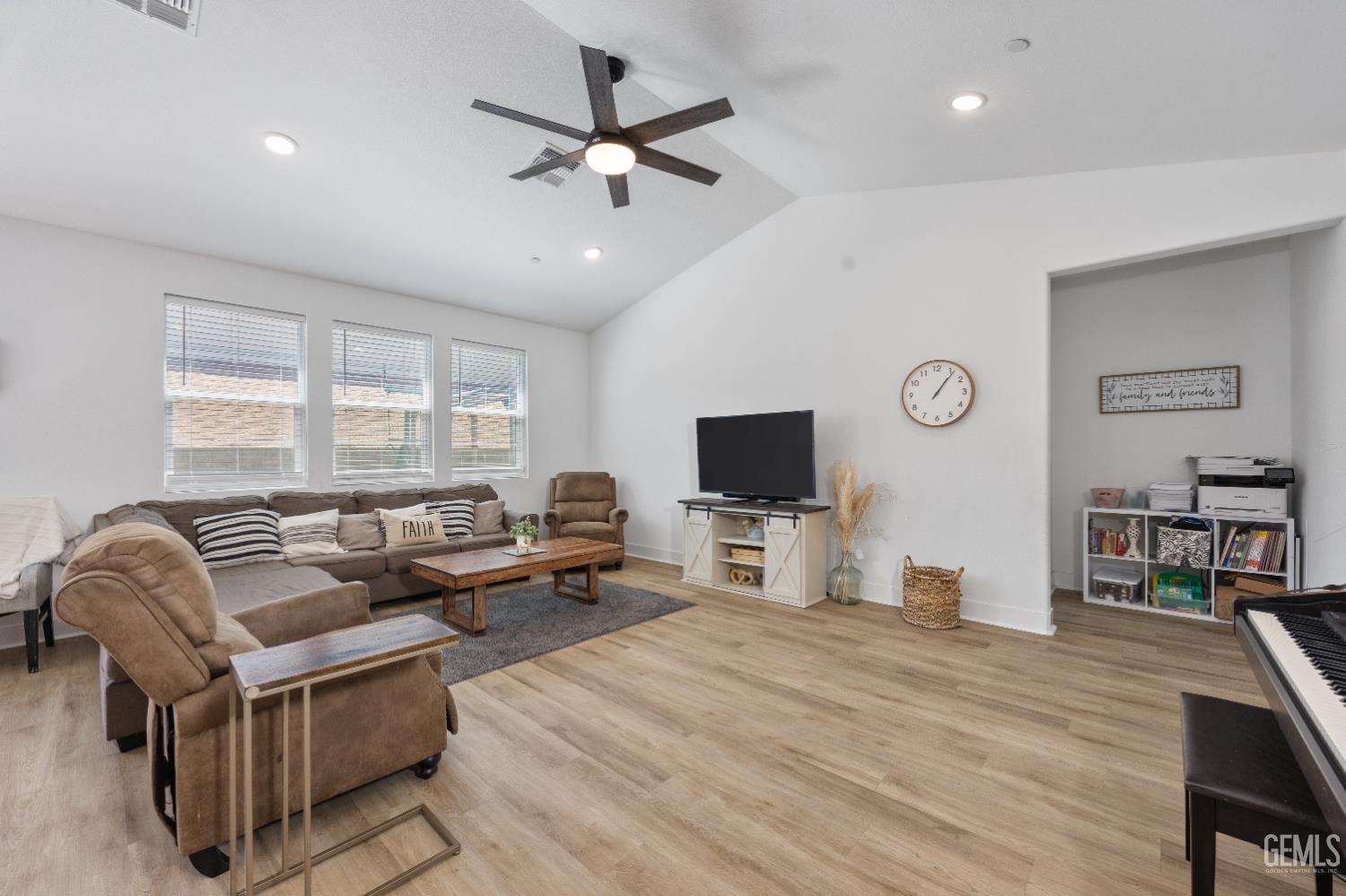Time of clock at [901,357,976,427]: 1:06
